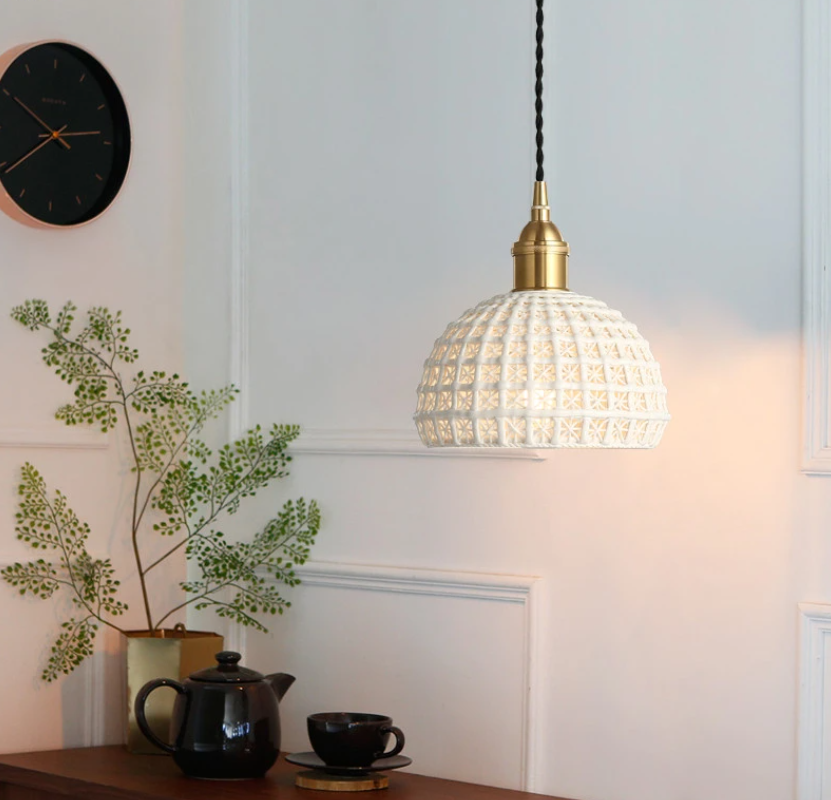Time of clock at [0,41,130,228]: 7:50
